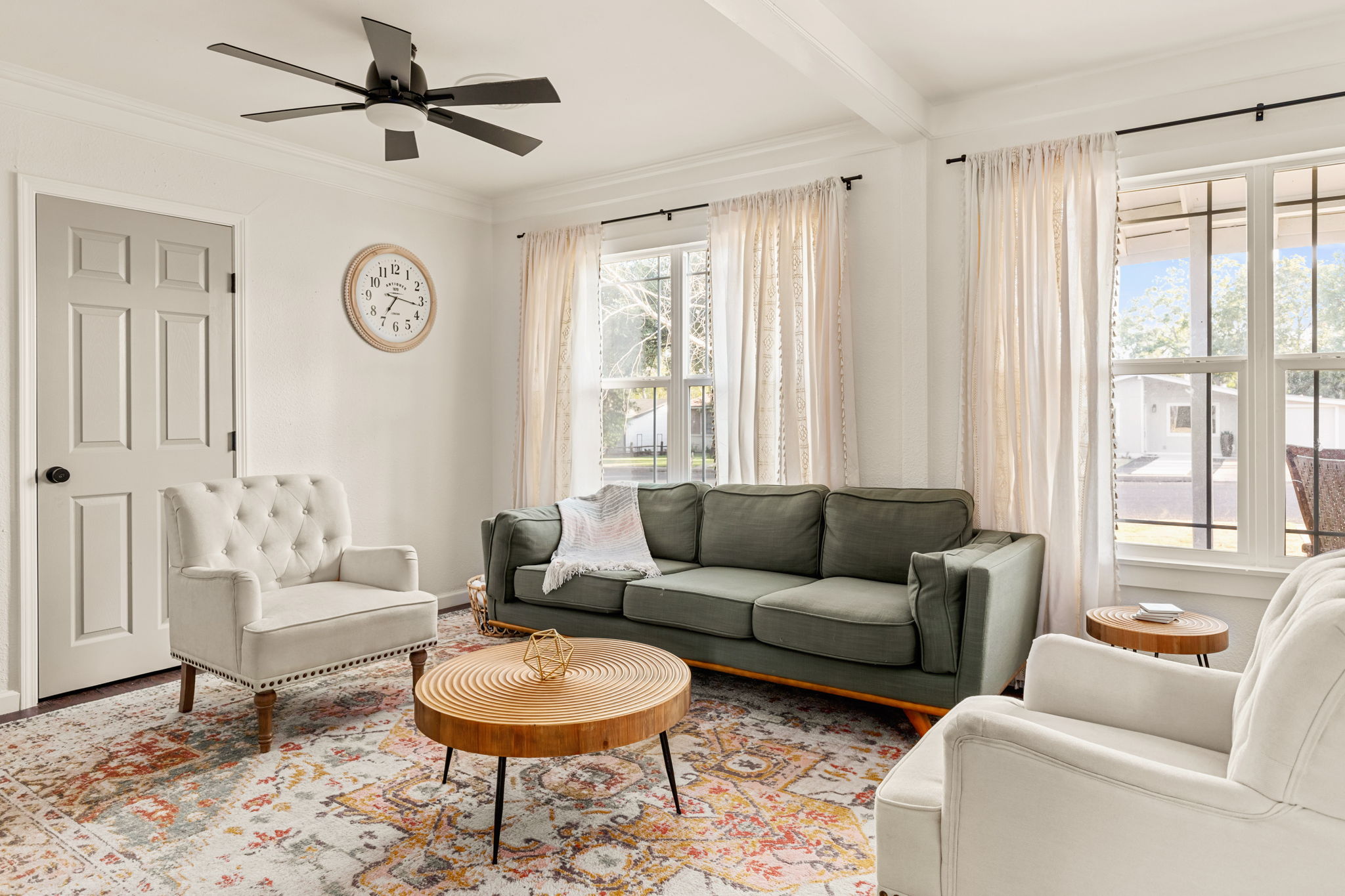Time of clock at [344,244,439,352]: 7:16
